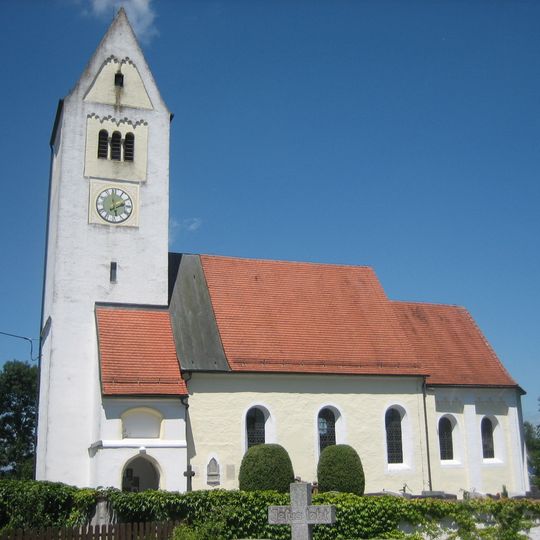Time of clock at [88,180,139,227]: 1:59
